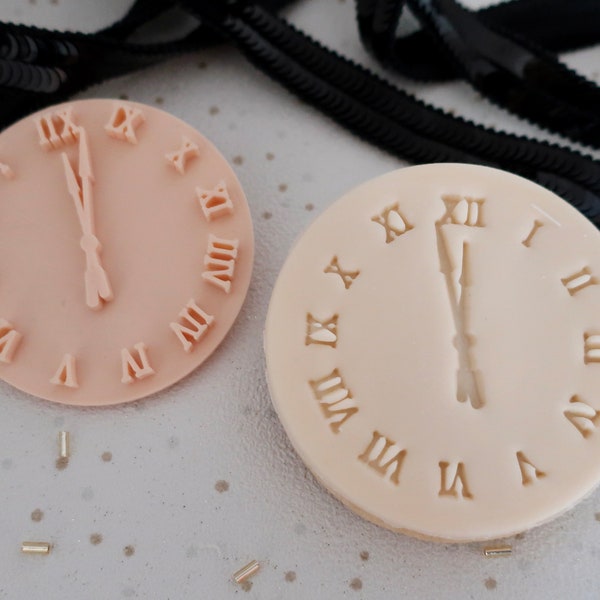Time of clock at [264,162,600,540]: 11:57
